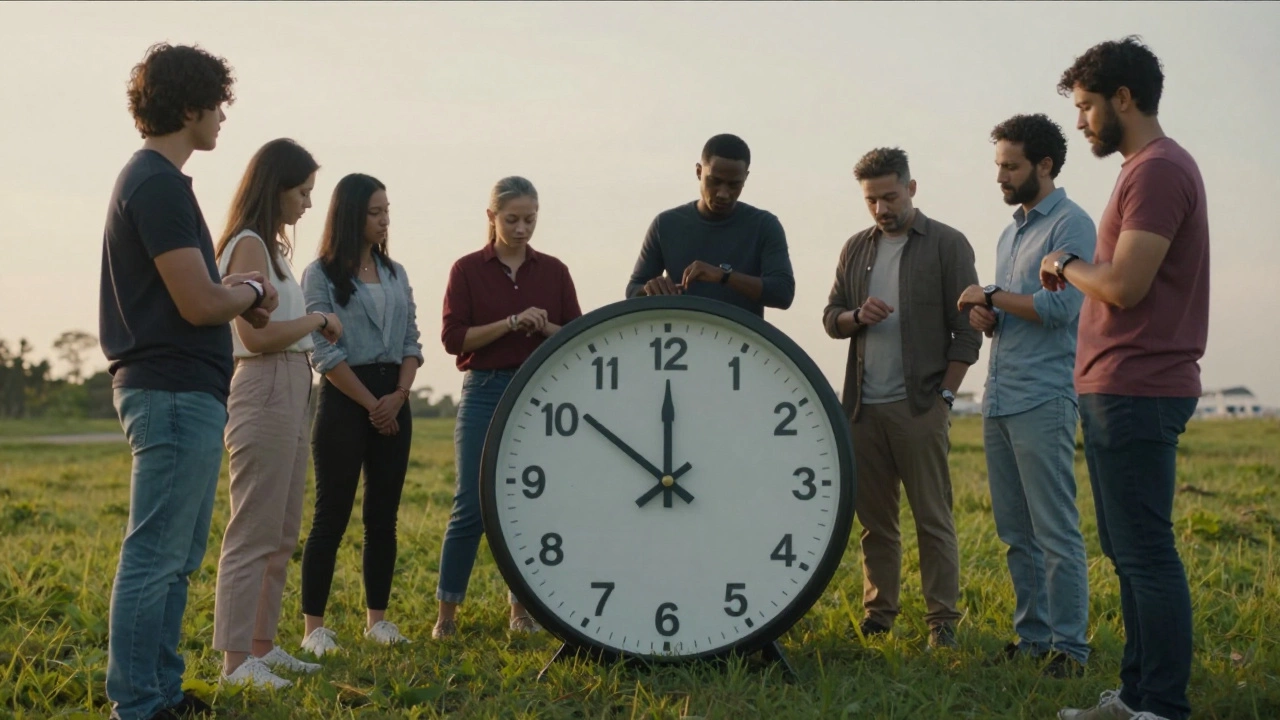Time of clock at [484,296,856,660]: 11:51
